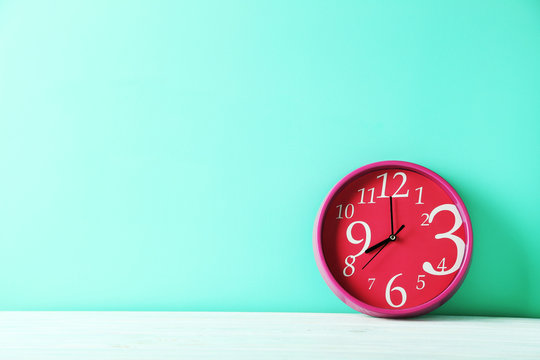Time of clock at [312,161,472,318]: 7:59
